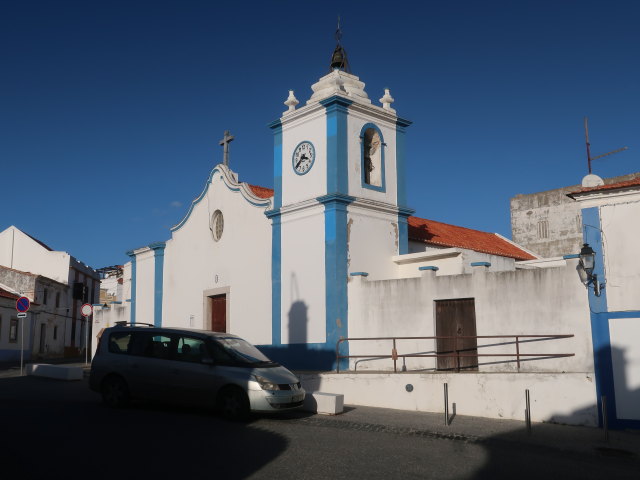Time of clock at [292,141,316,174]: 3:39
